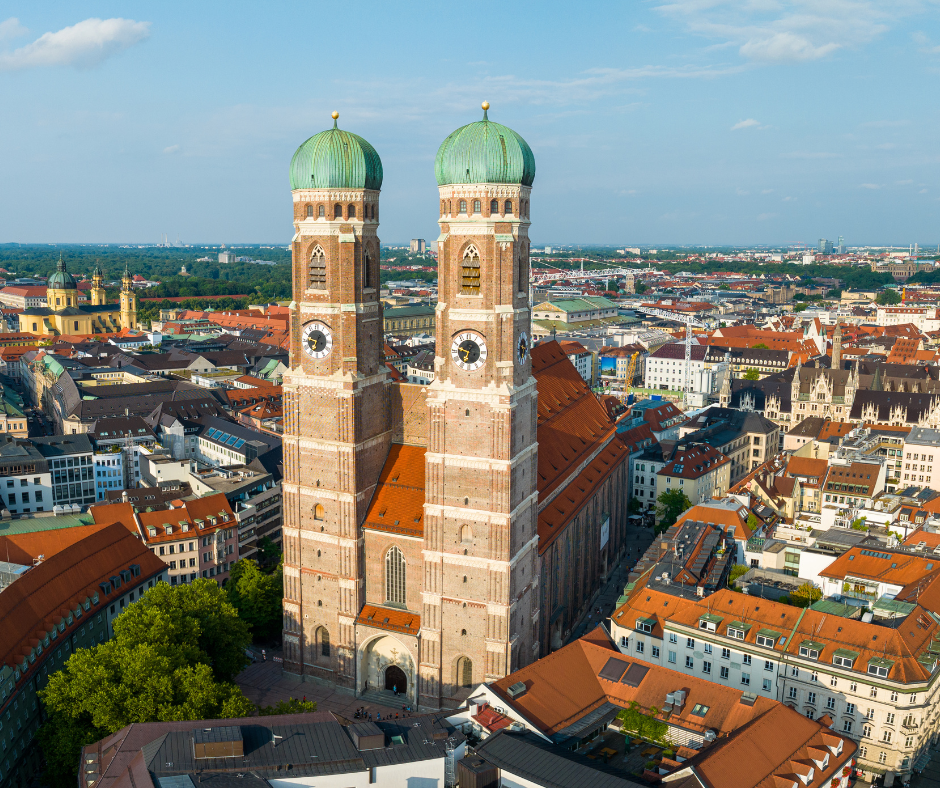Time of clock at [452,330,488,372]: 6:47
